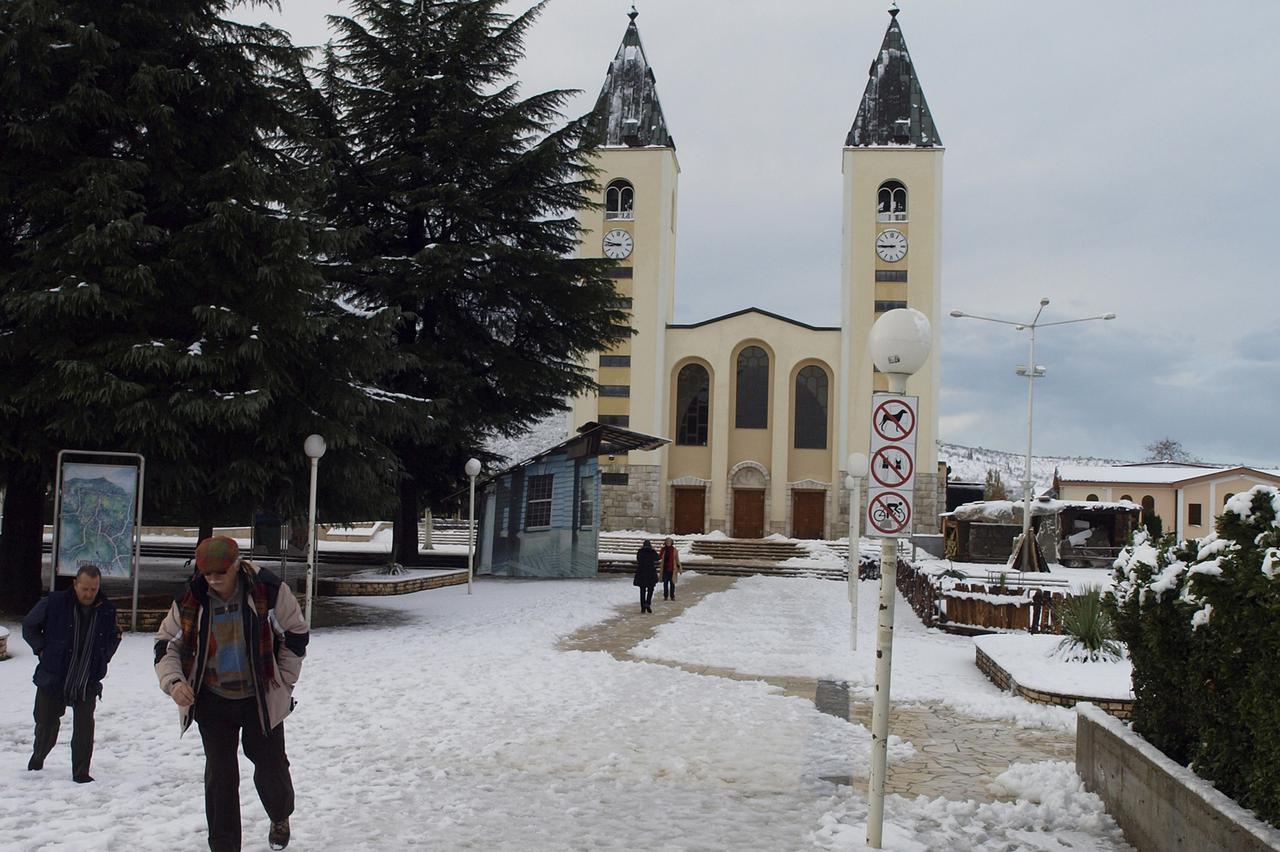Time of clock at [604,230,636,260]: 8:47
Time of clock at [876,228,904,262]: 8:45
